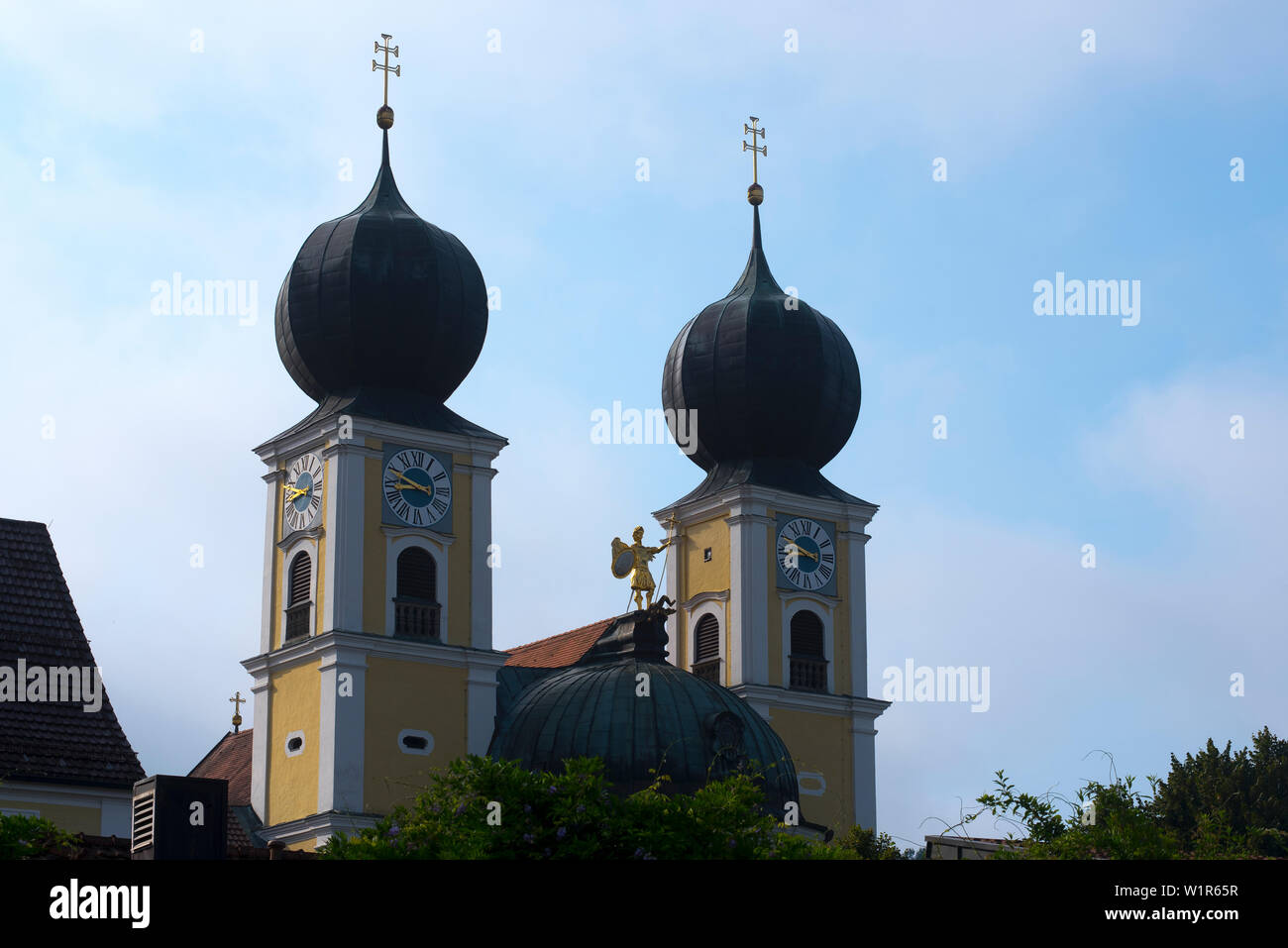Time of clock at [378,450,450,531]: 8:48
